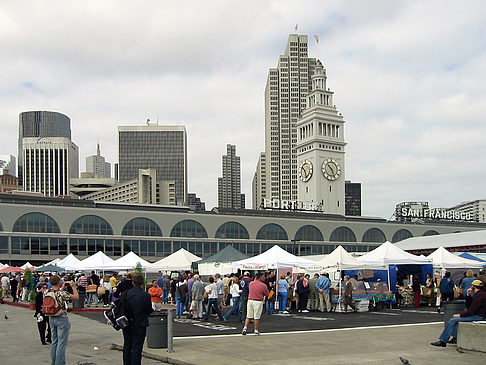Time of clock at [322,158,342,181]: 10:26
